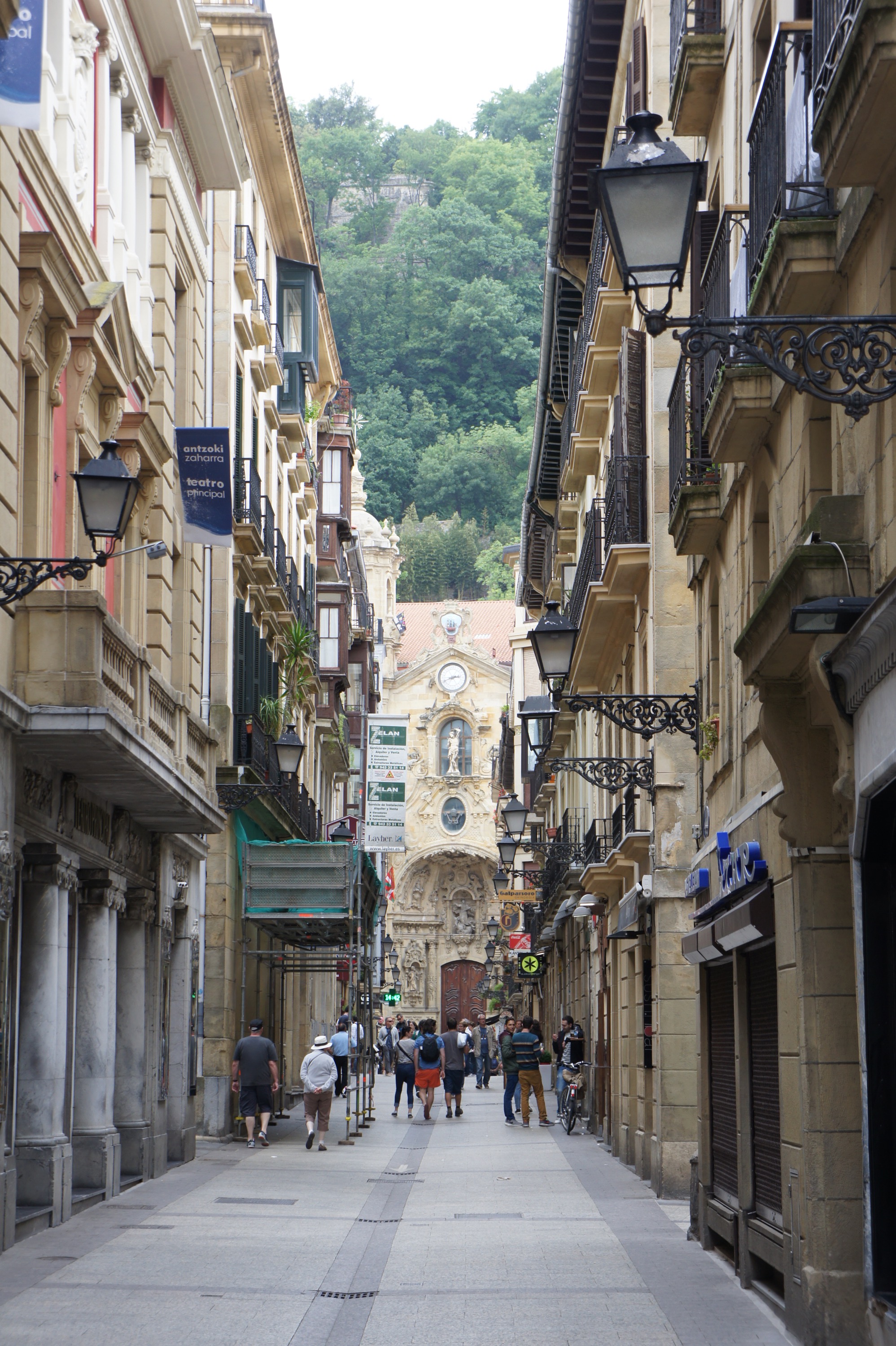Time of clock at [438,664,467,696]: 2:40
